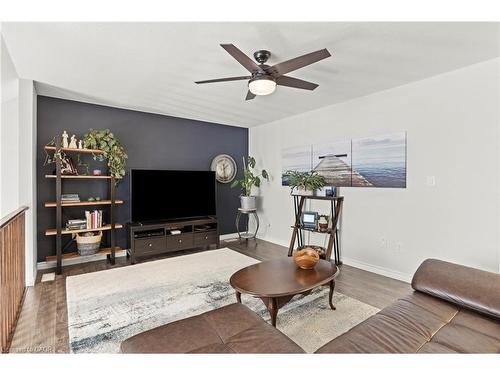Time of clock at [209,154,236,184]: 1:28
